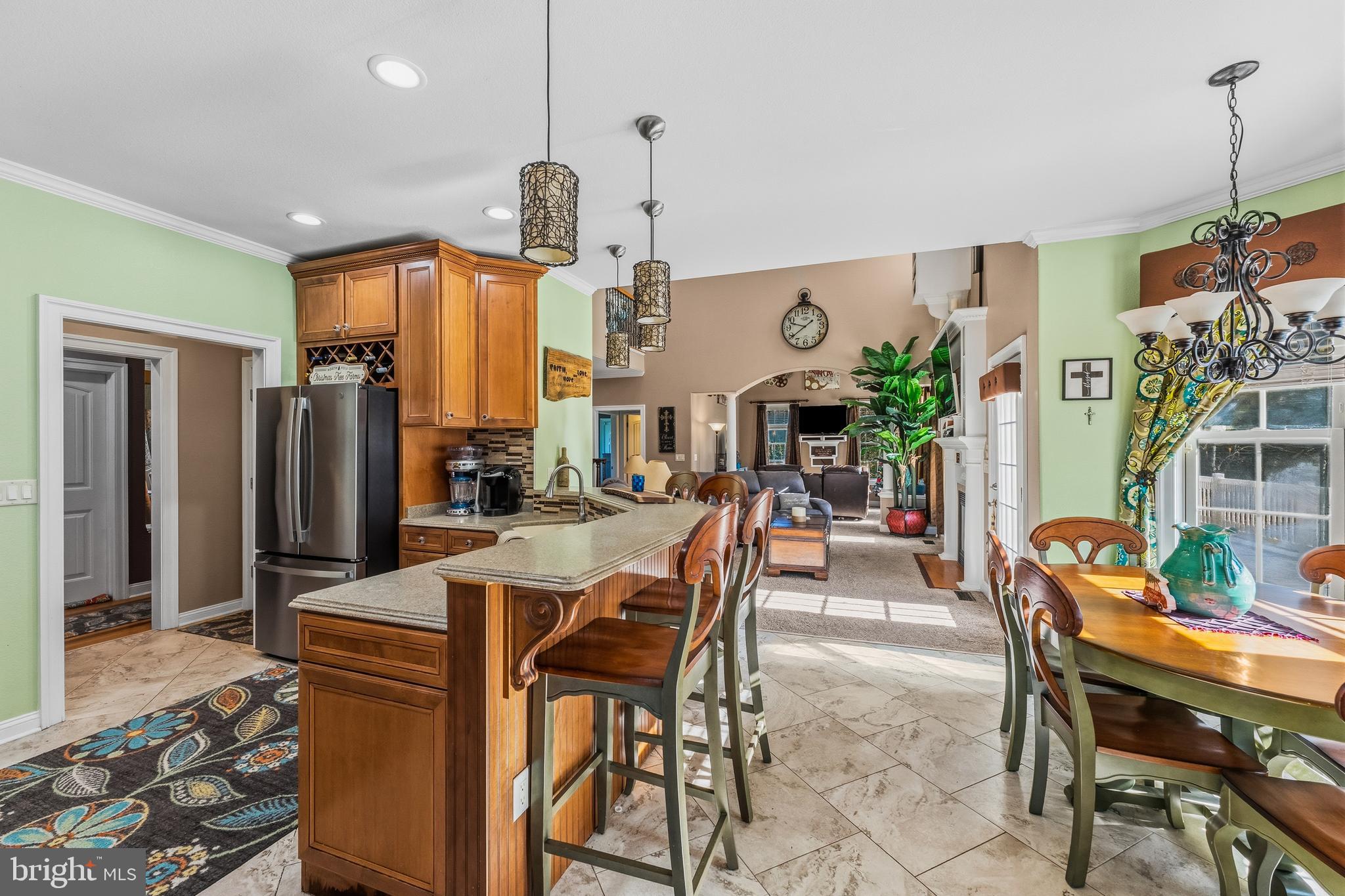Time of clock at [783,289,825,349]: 9:39
